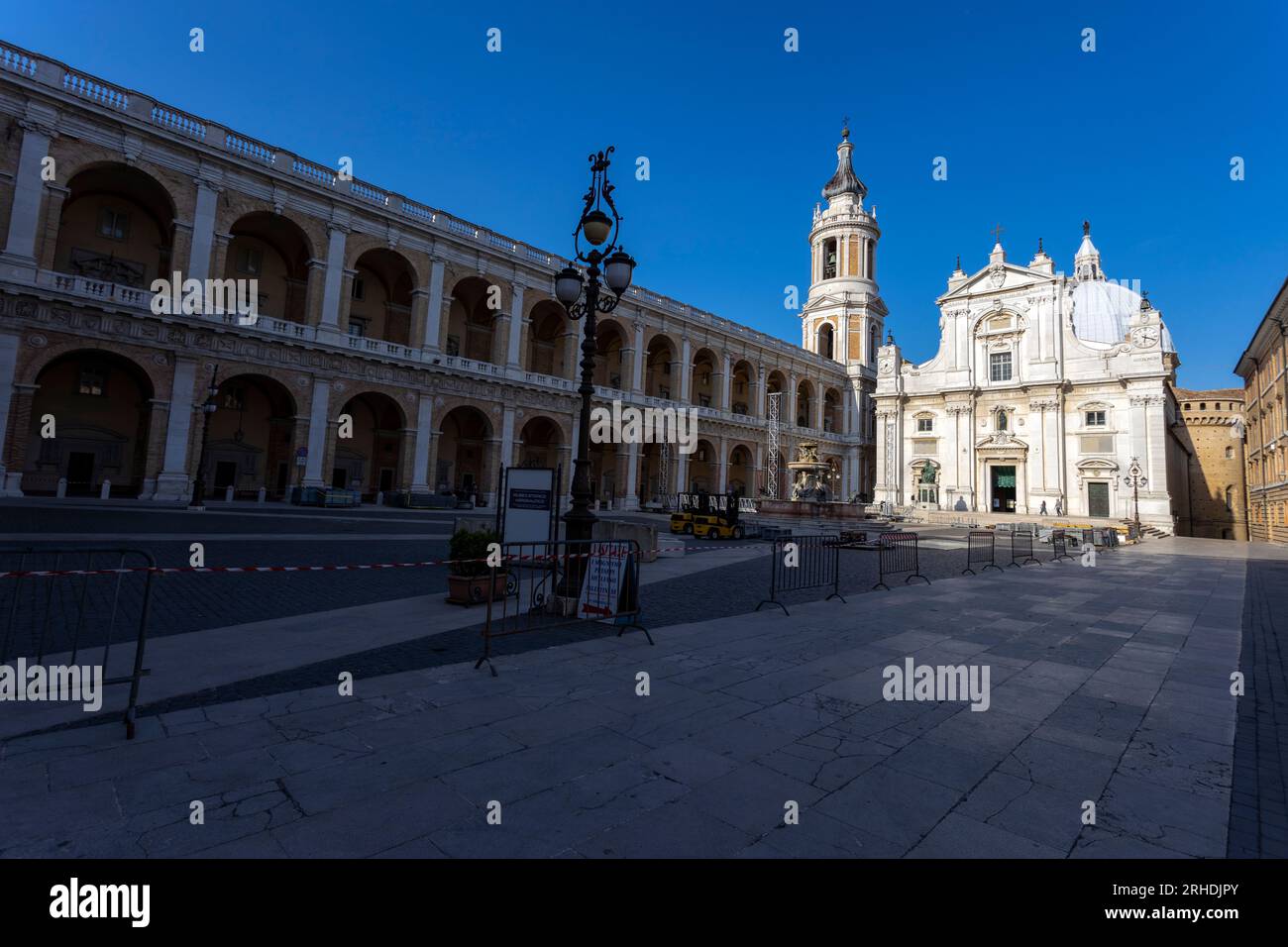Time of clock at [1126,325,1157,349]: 6:18
